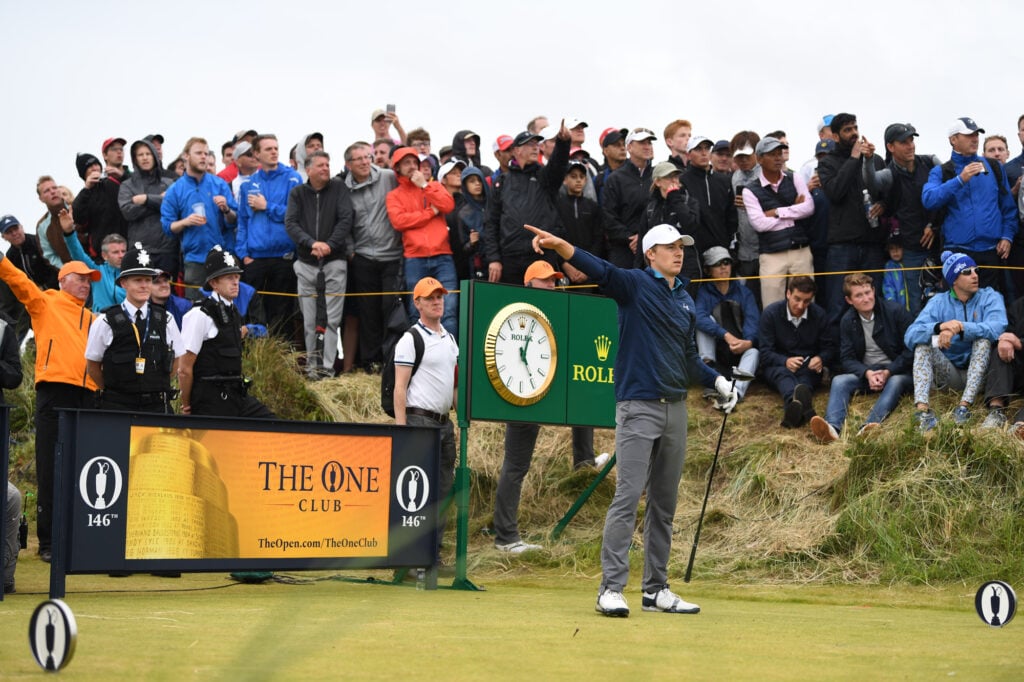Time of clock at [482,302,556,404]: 5:03
